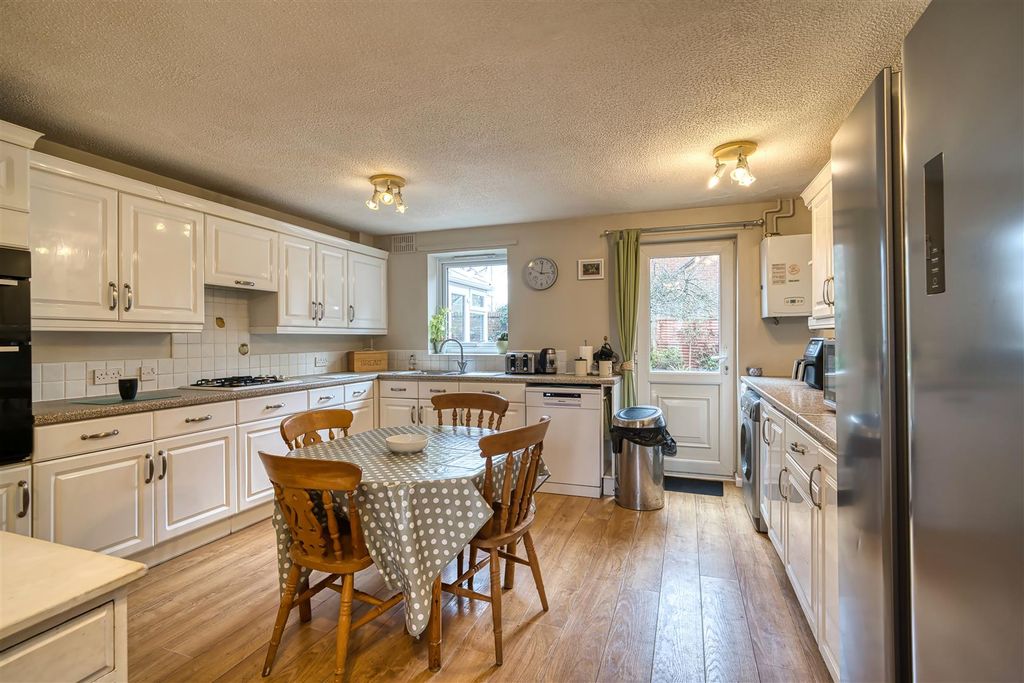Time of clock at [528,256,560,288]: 12:14
